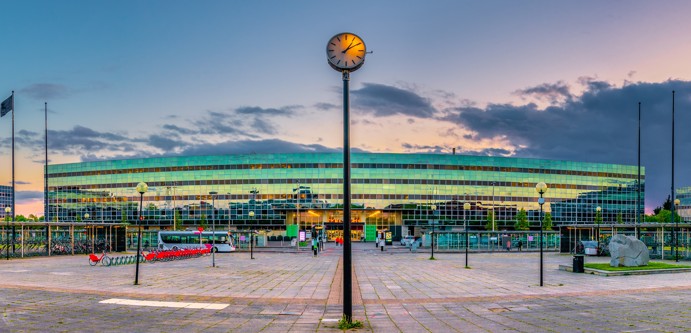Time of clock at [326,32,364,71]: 1:09
